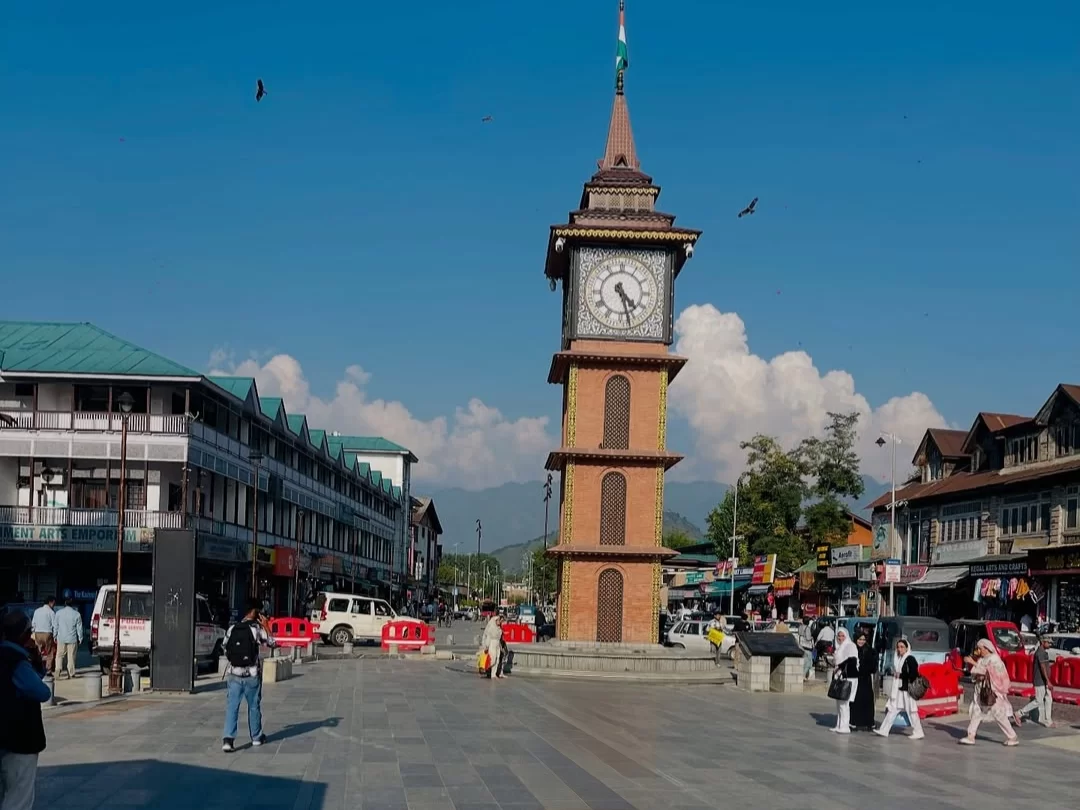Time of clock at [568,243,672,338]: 4:27
